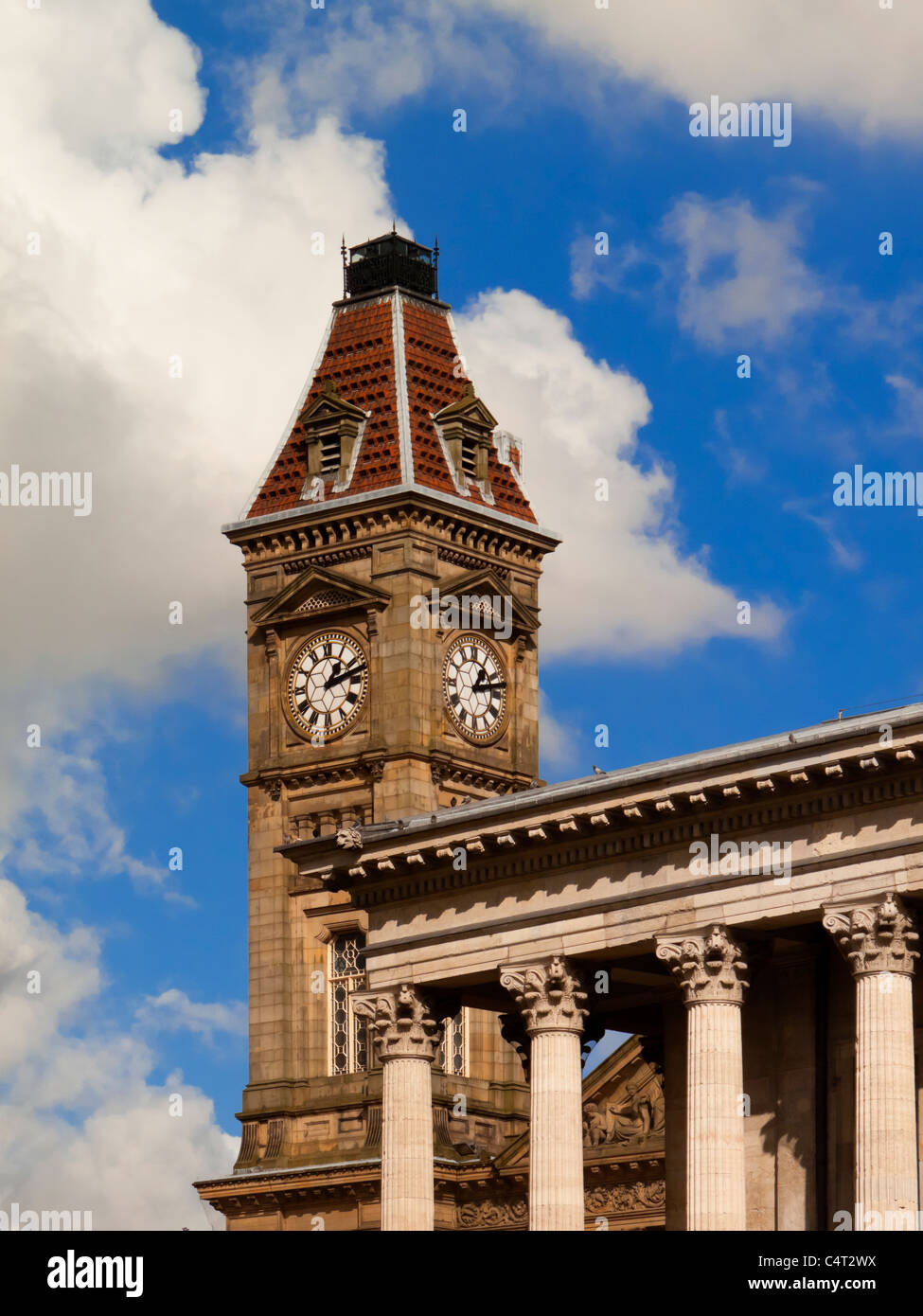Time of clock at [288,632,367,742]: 1:12
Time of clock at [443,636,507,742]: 1:12
